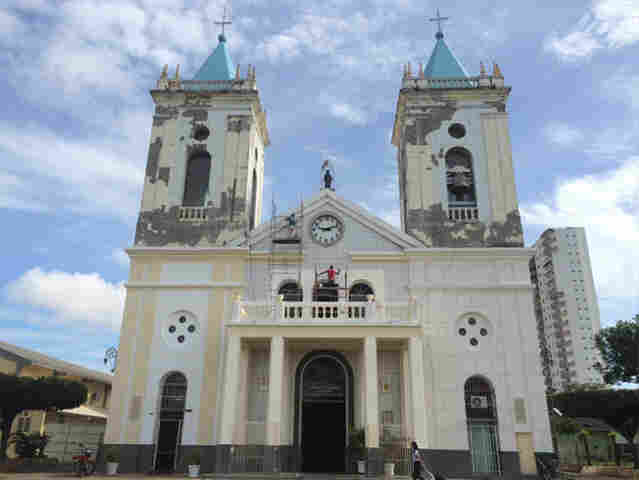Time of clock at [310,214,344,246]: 9:11
